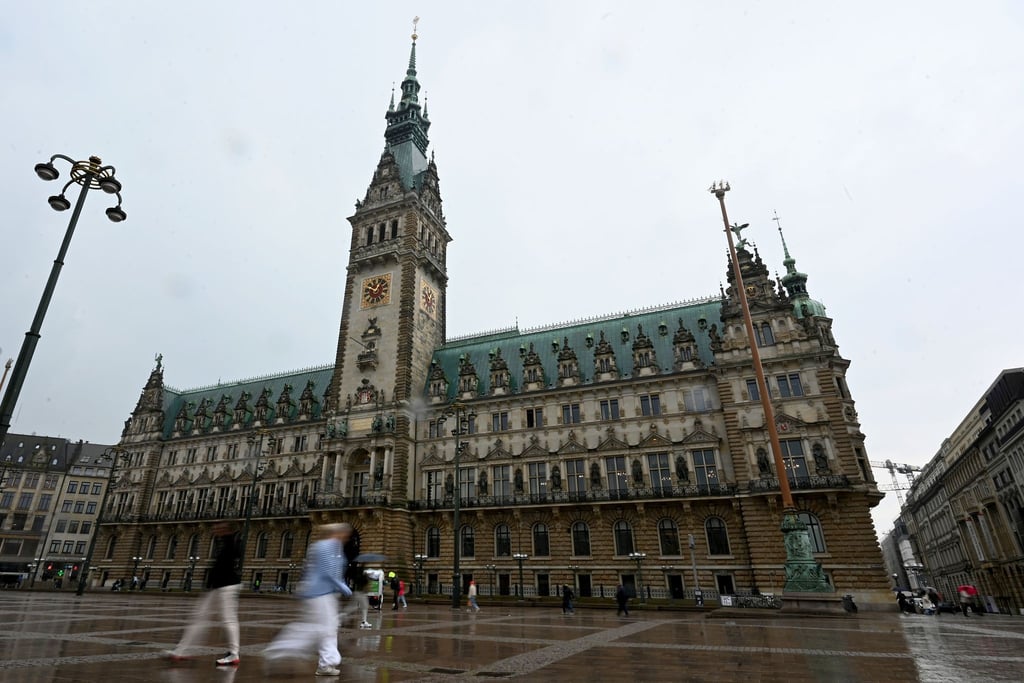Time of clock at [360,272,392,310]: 12:49
